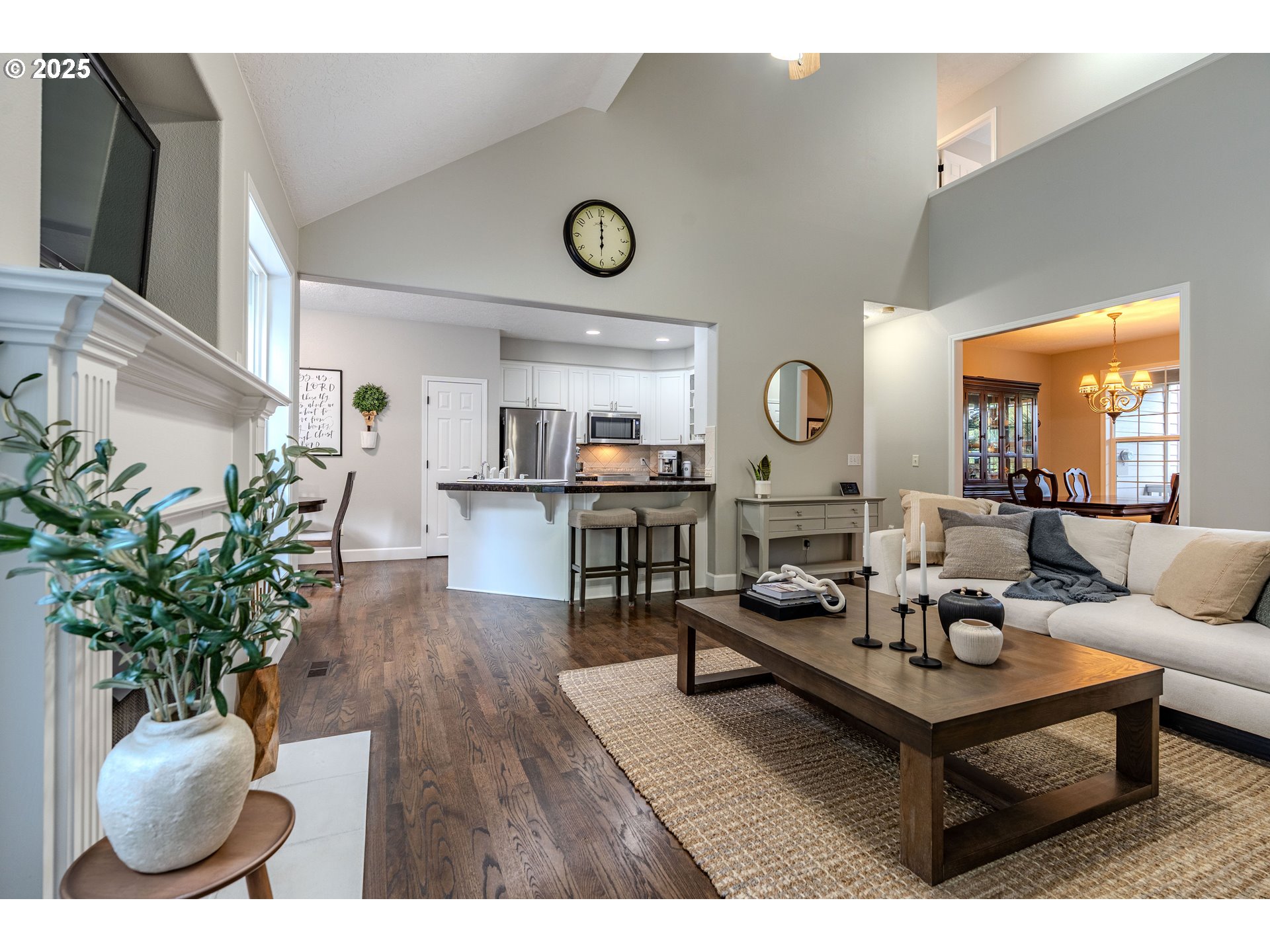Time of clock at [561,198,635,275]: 5:59
